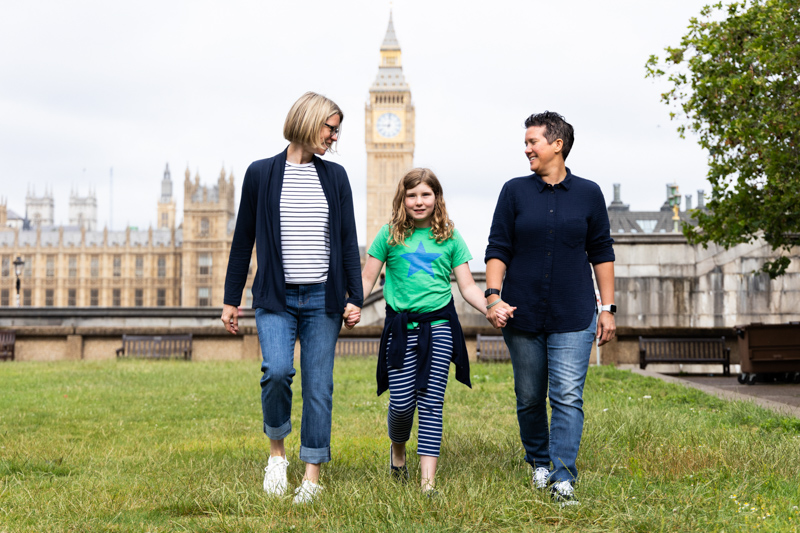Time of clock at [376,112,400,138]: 9:01
